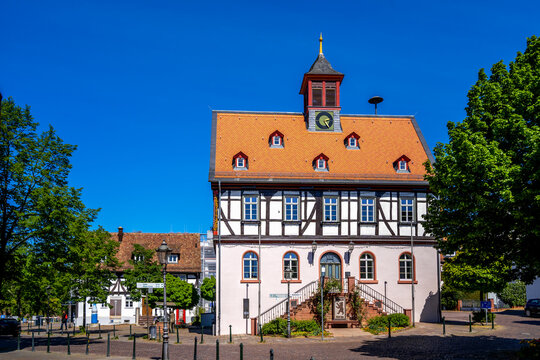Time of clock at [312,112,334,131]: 2:24
